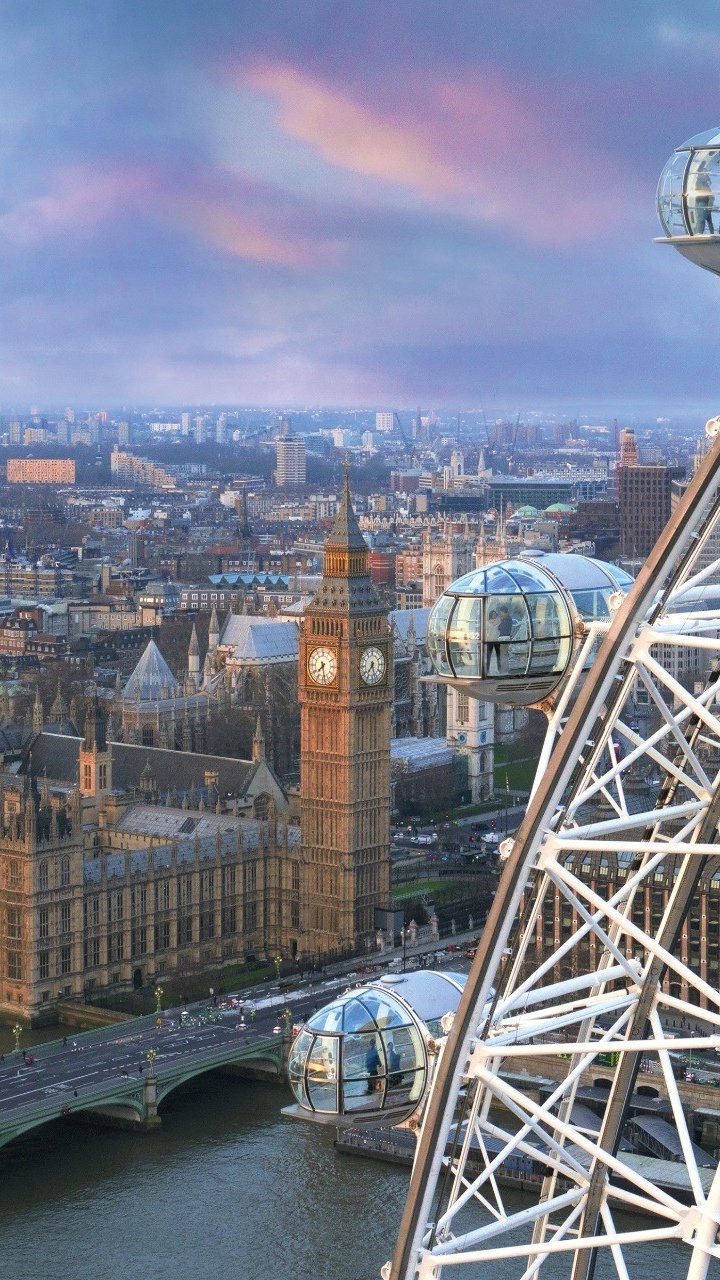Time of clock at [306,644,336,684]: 7:28
